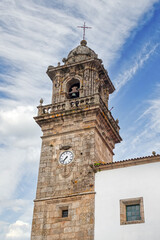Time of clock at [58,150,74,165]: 7:37
